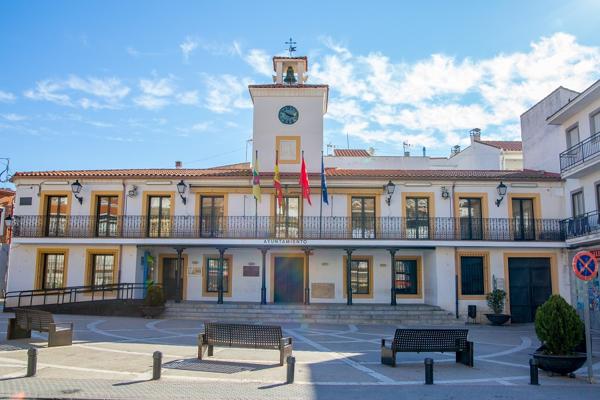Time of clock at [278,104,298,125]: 10:17
